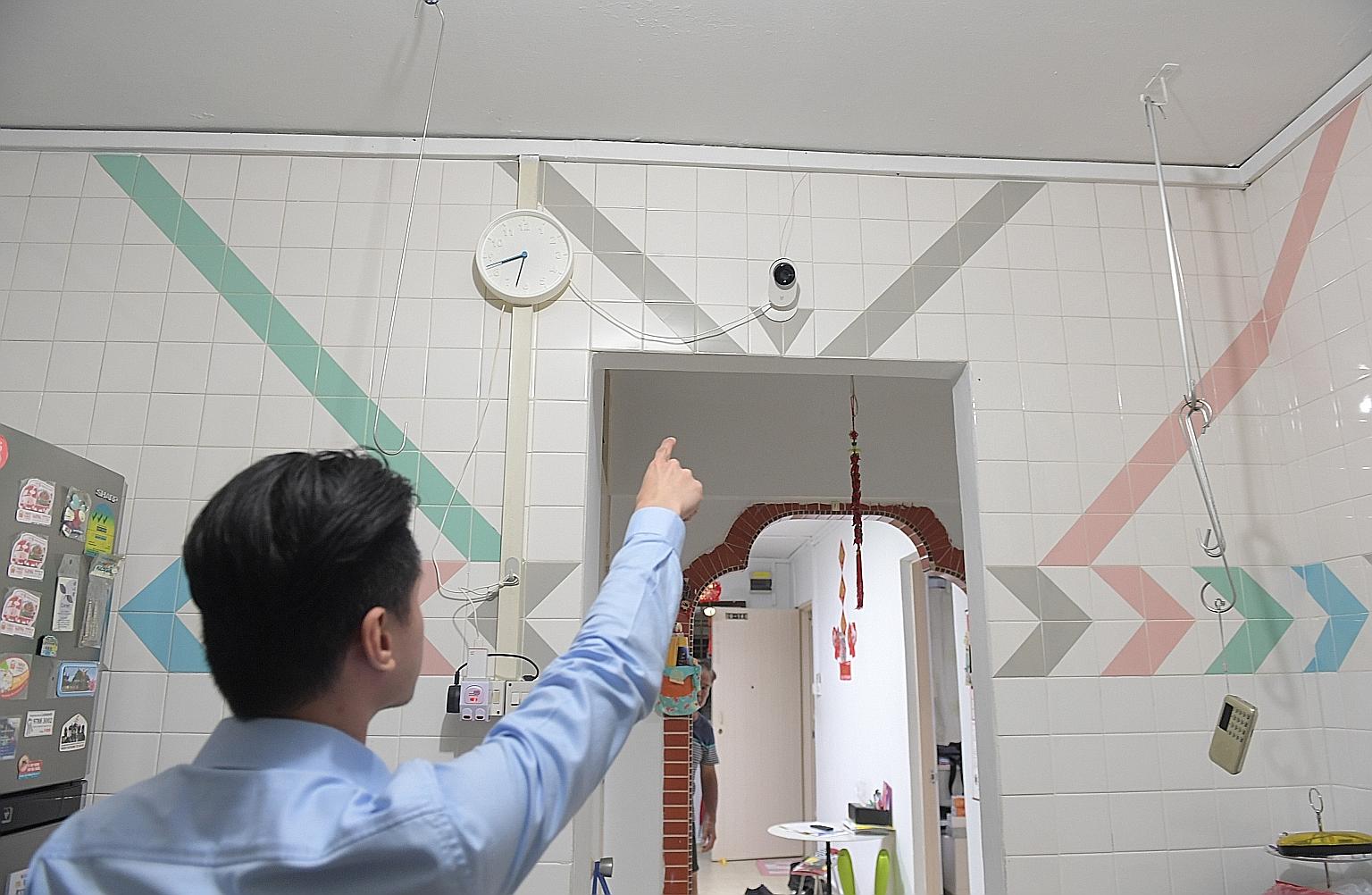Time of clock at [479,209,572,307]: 8:32
